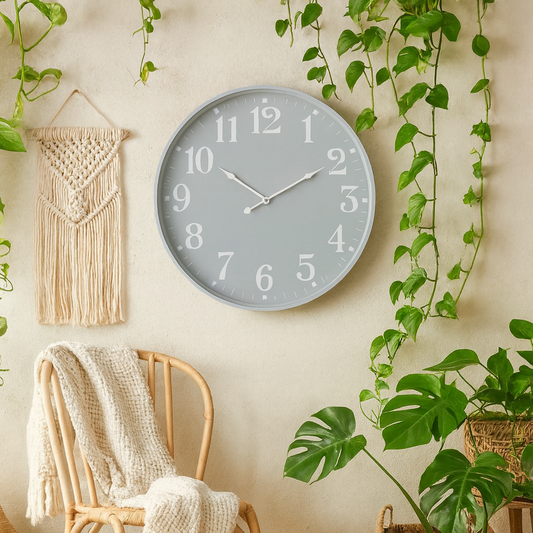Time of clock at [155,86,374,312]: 10:10
